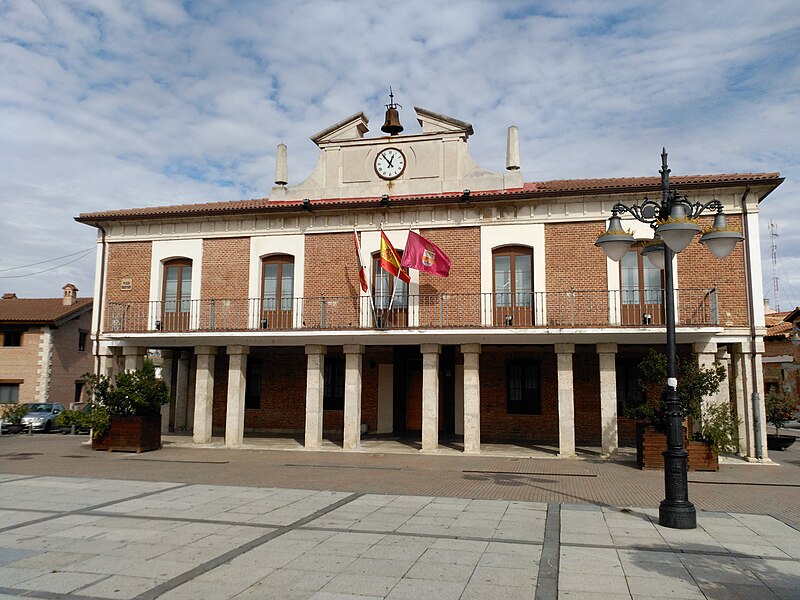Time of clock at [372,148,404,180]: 12:53
